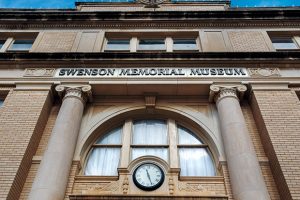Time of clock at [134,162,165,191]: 11:26
